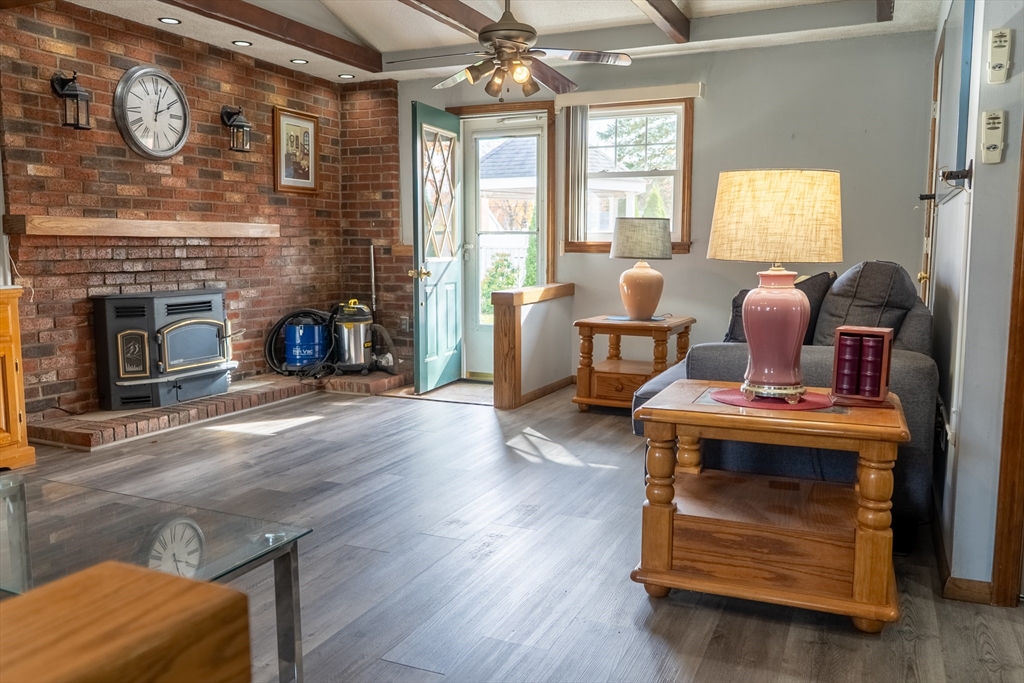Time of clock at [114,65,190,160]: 2:02
